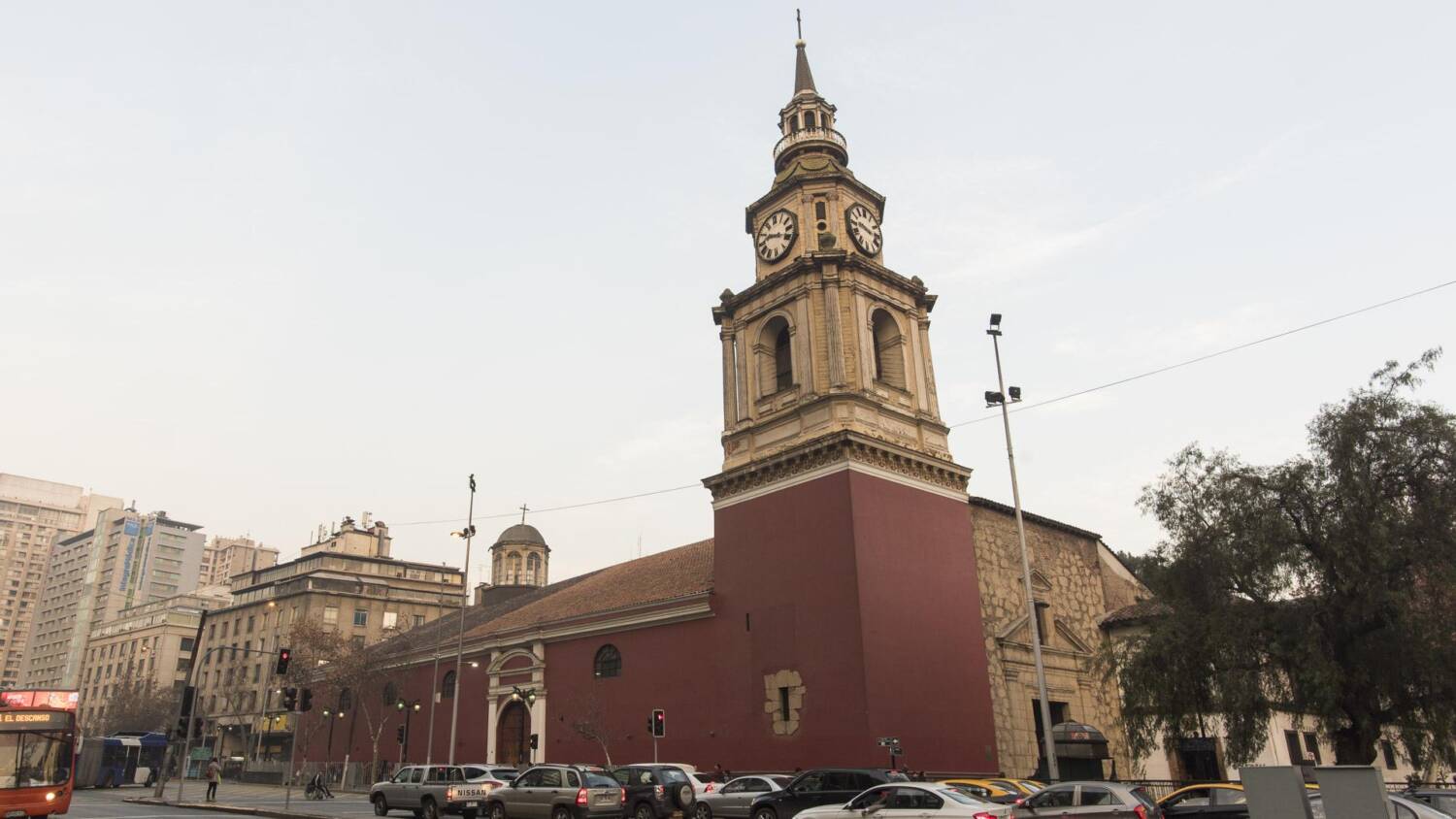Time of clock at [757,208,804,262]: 9:18
